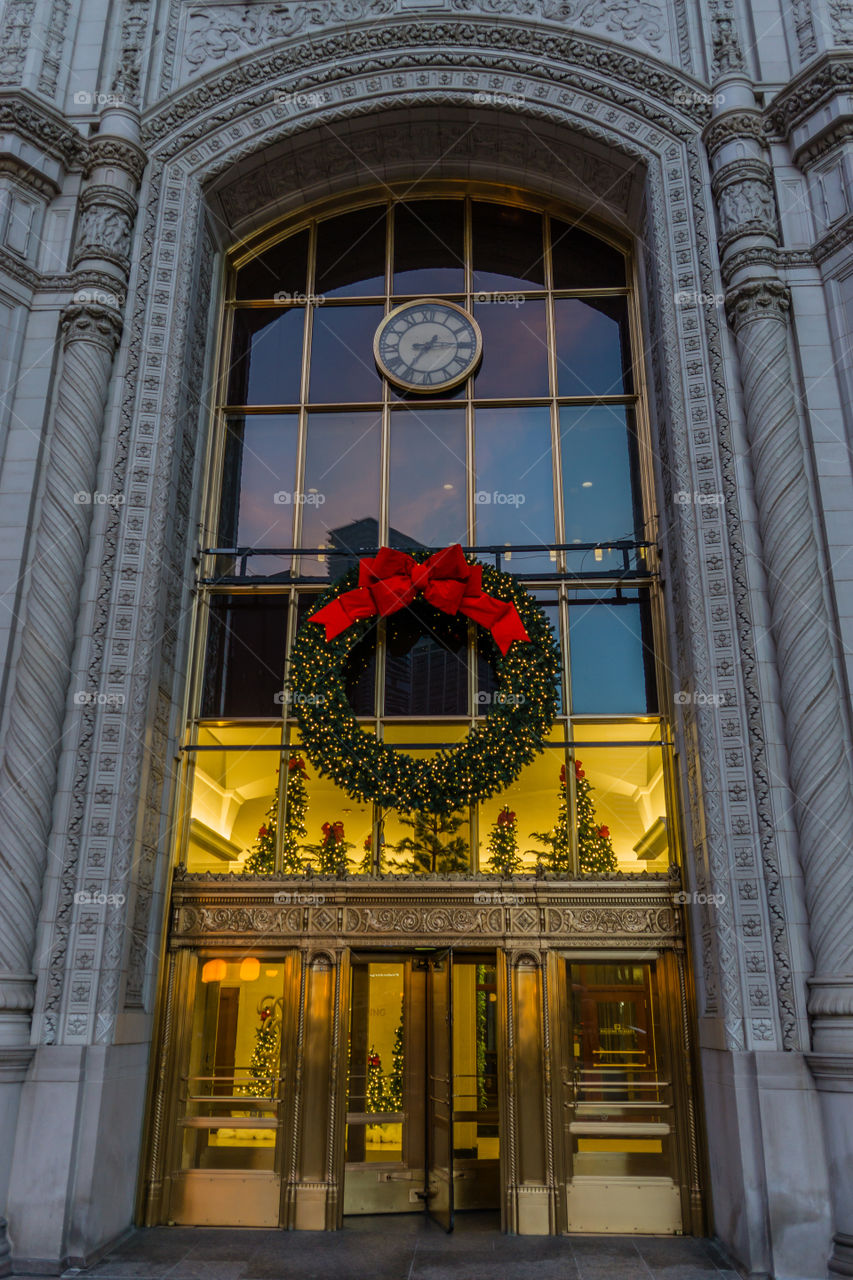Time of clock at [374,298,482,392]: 7:14
